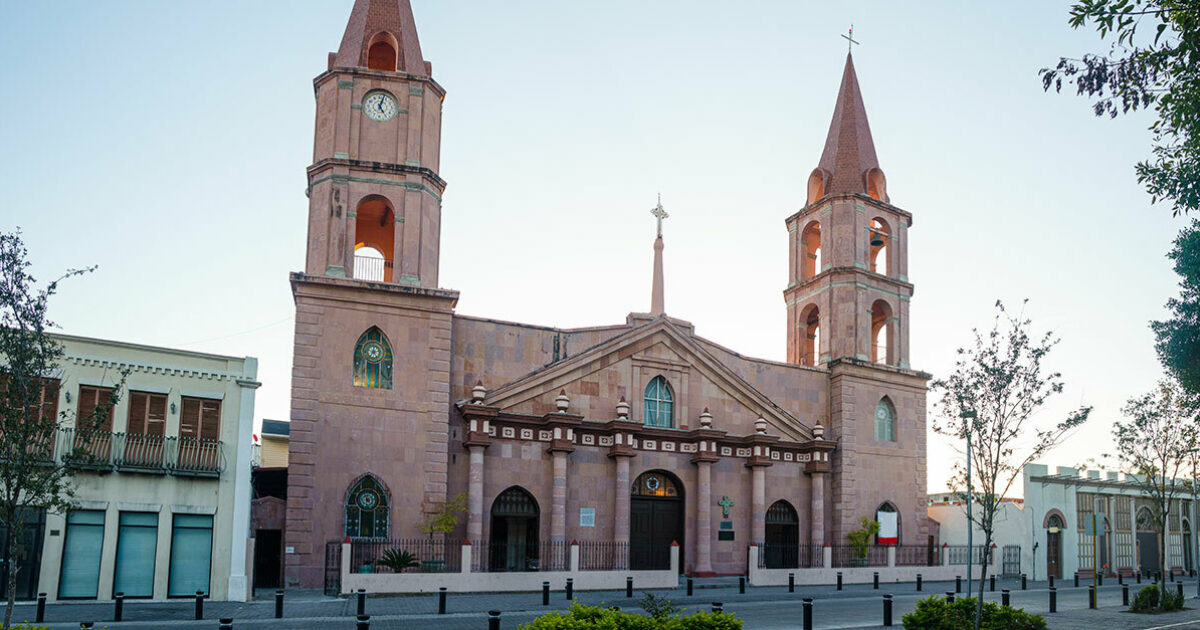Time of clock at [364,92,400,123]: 5:03
